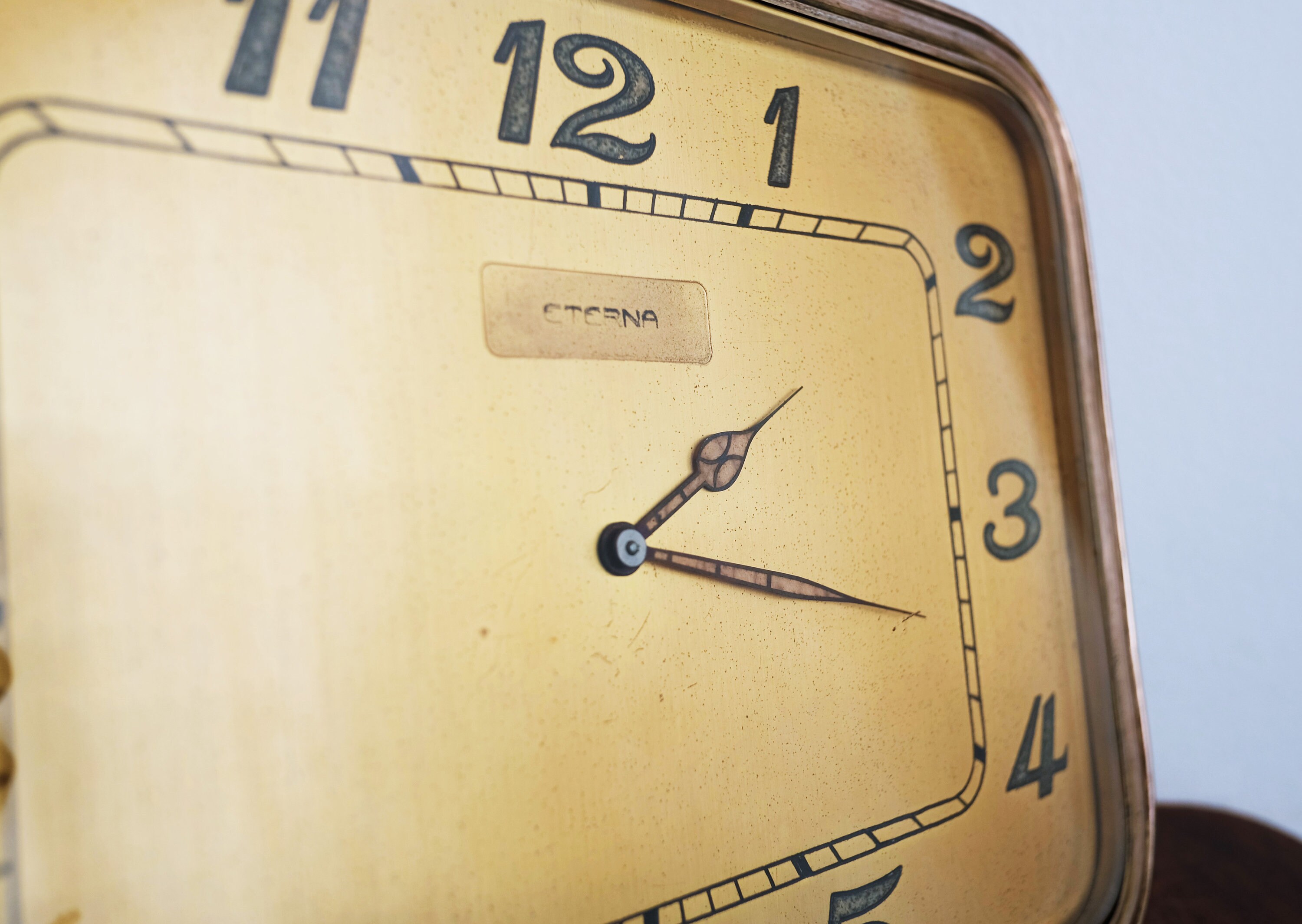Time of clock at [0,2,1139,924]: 1:18
